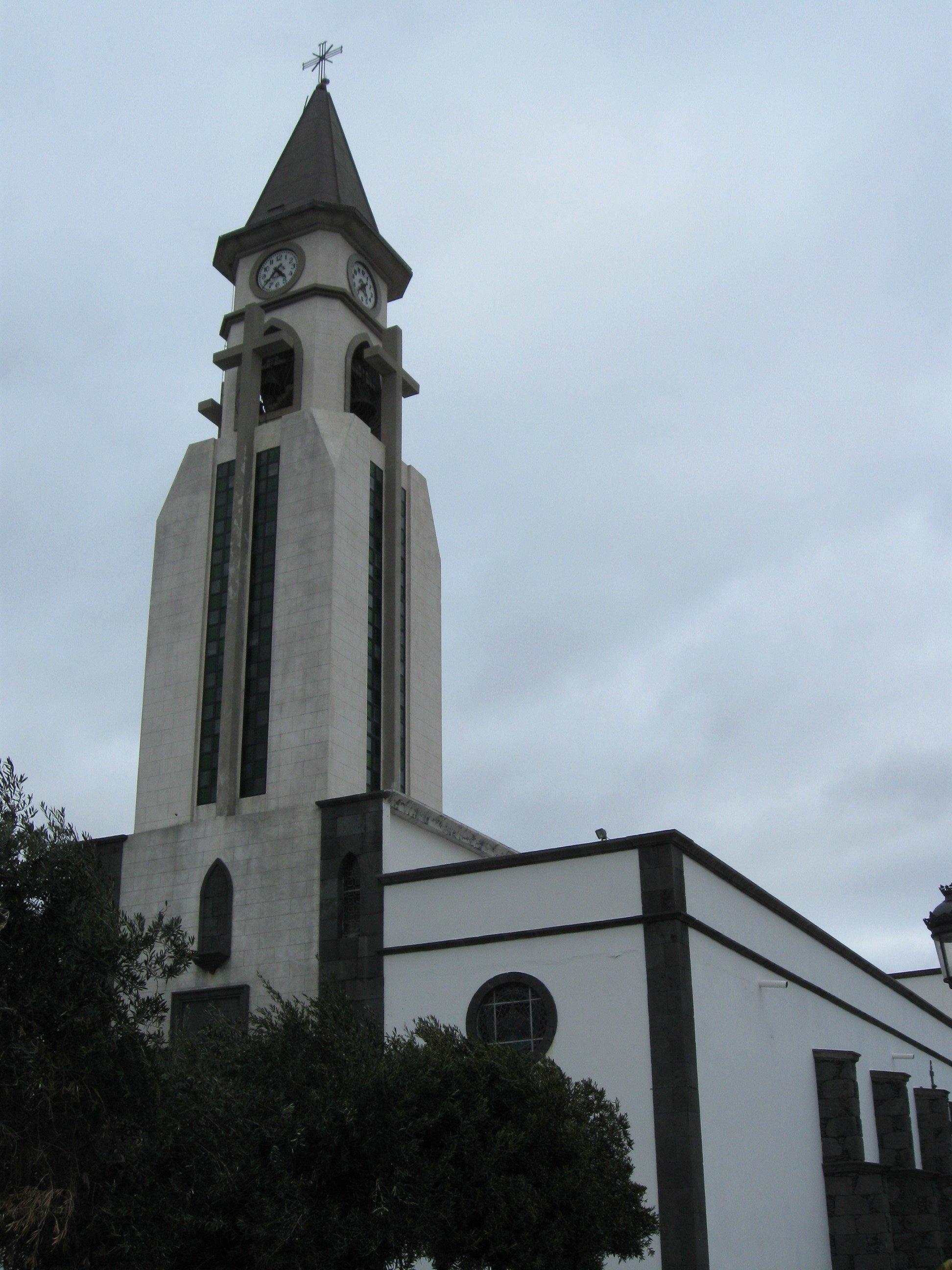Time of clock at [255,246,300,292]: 4:37
